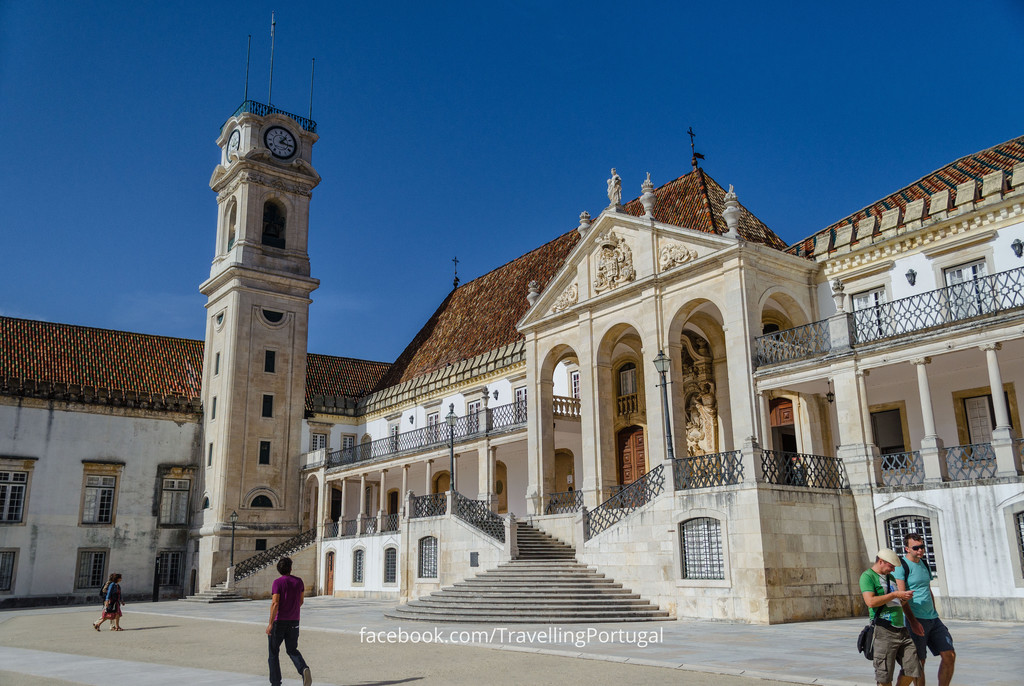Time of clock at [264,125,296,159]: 1:16
